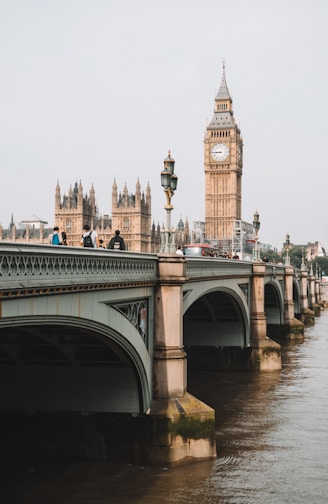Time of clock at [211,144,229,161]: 8:45
